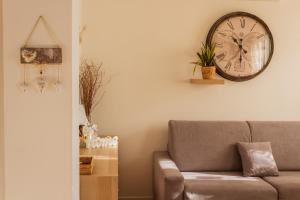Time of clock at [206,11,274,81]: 10:29
